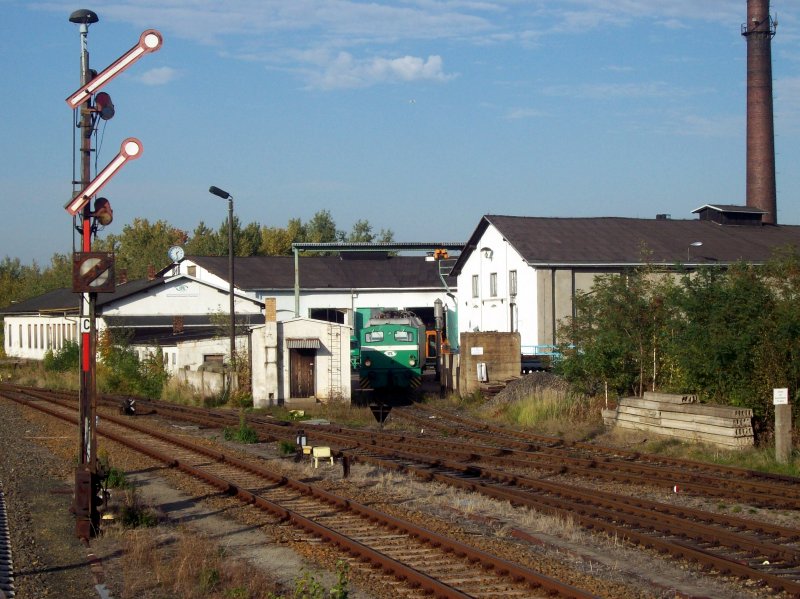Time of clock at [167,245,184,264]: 1:28
